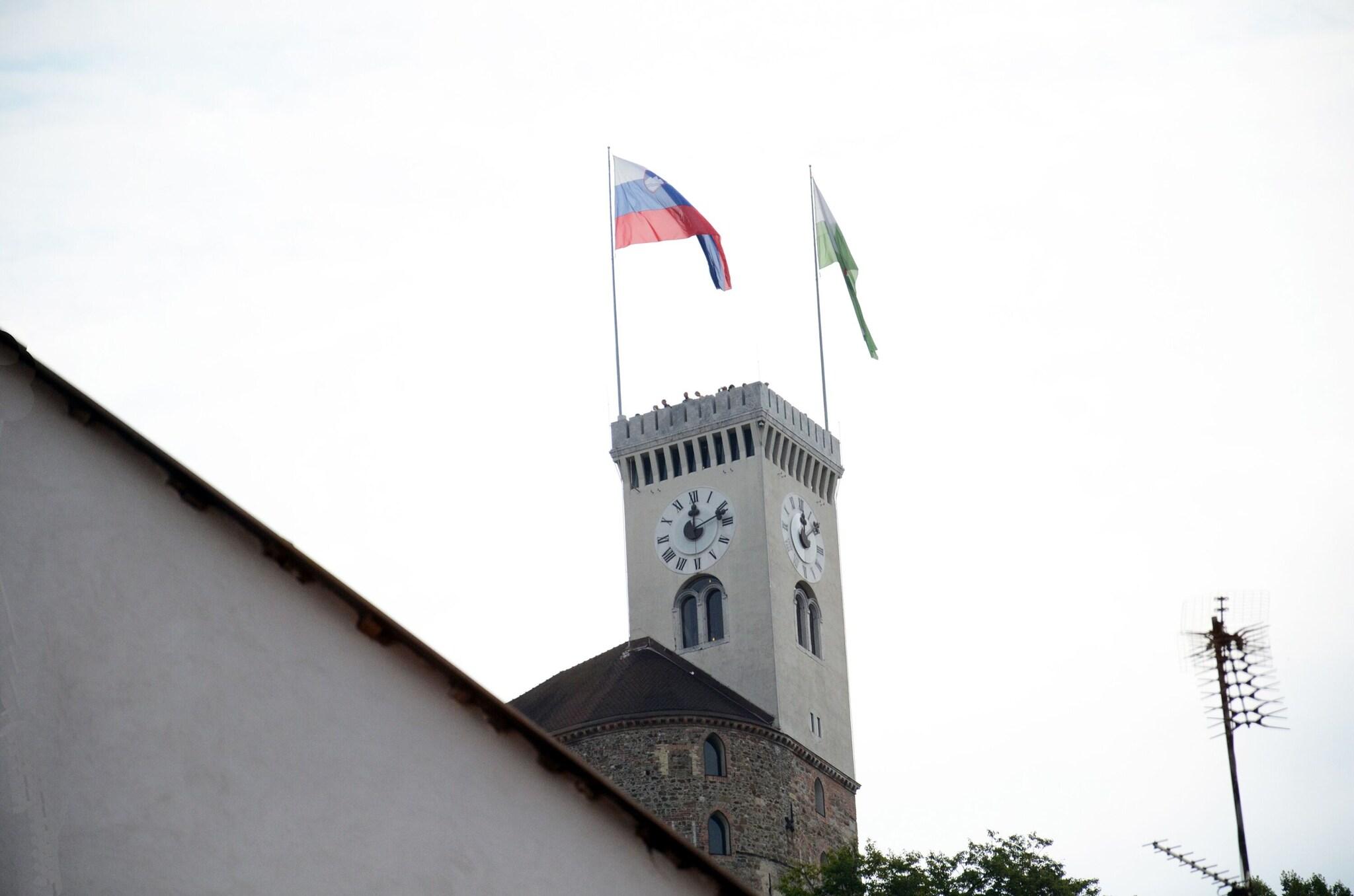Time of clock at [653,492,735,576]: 12:11
